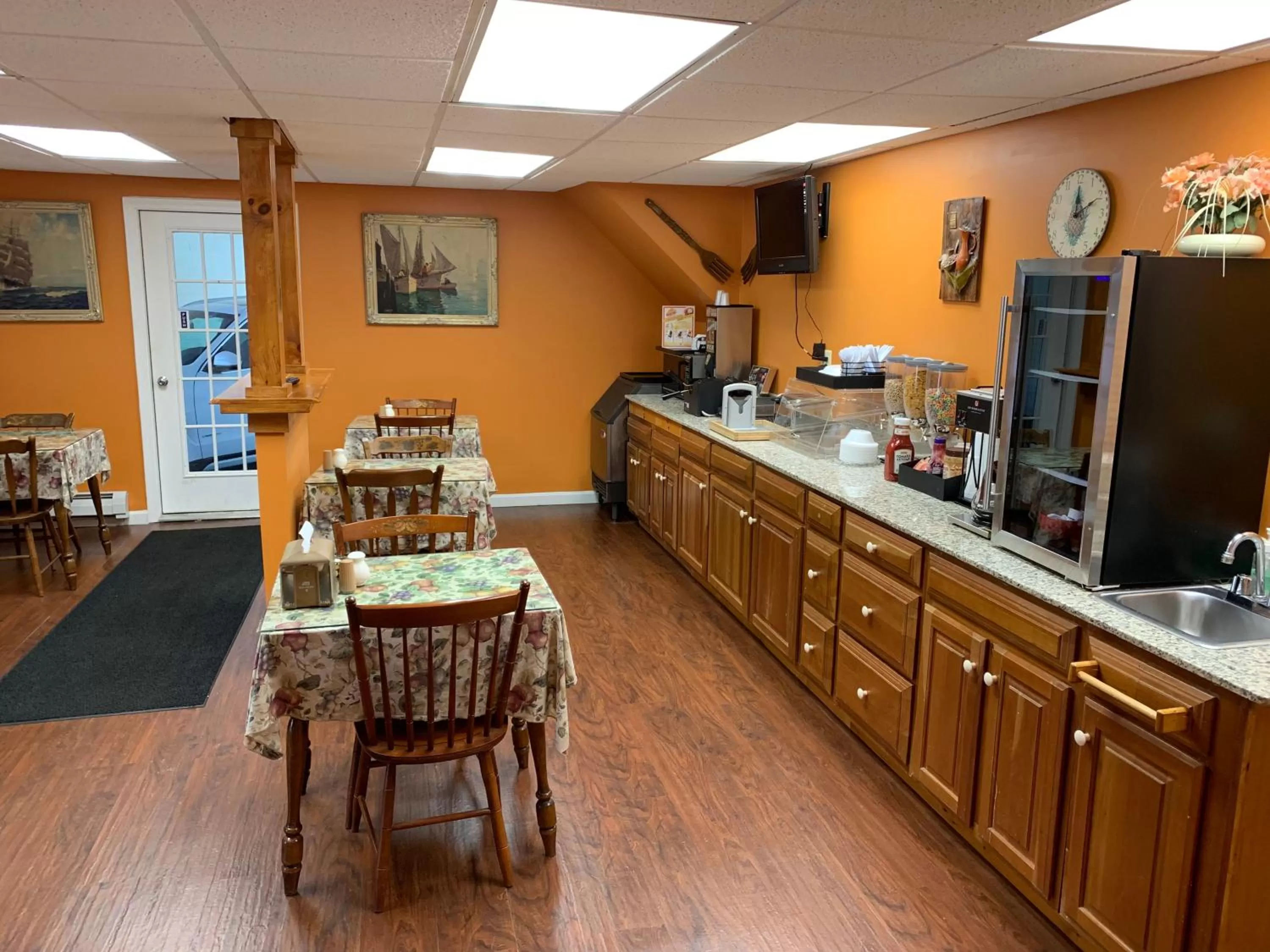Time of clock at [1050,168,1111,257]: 12:10
